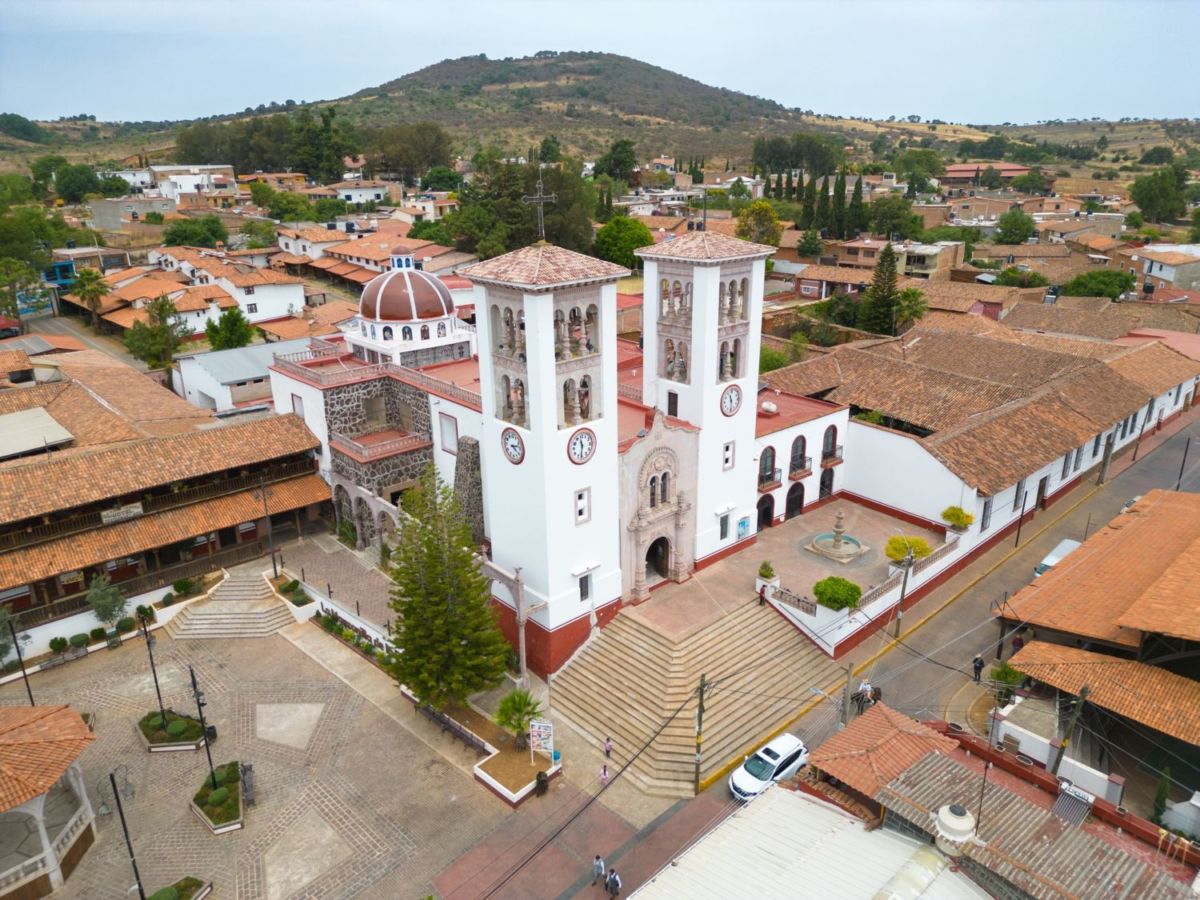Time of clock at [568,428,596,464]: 11:31
